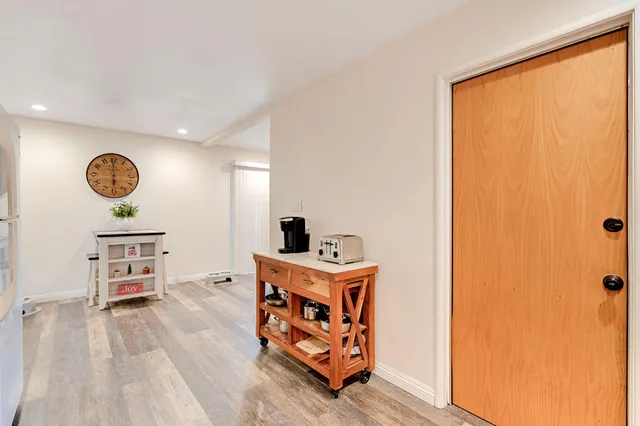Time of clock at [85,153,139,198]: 5:59
